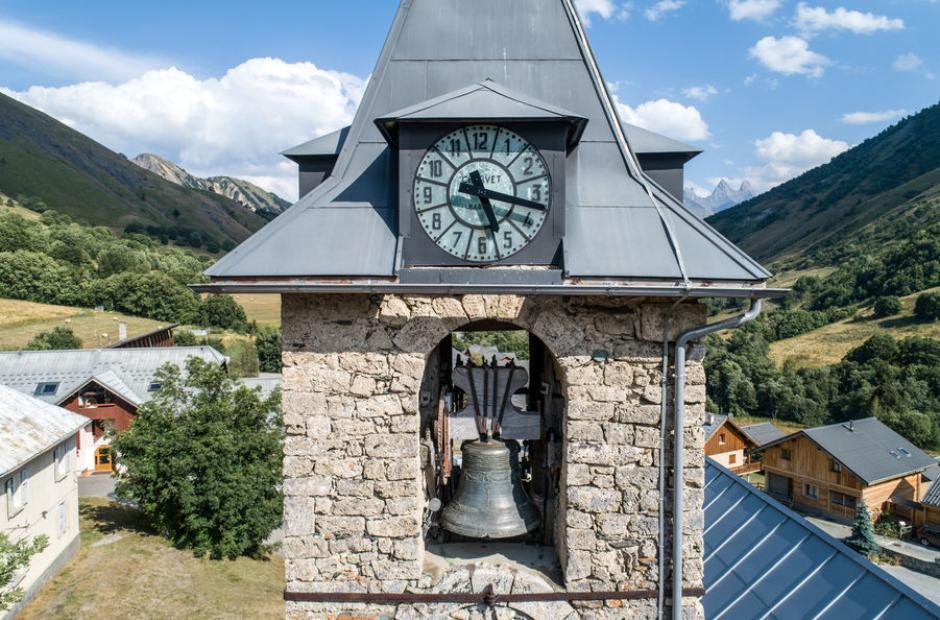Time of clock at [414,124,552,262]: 5:17
